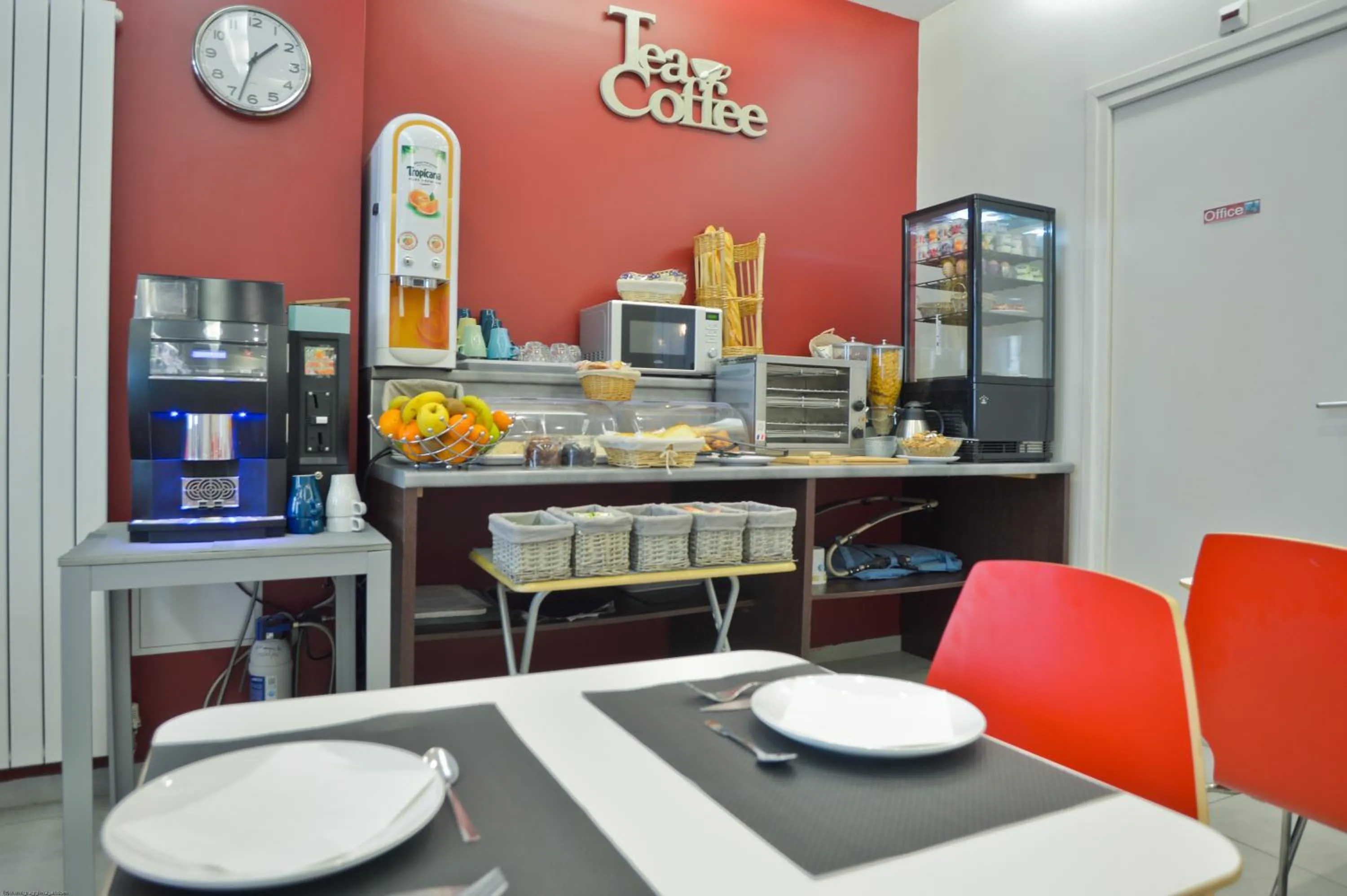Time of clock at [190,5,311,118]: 1:32
